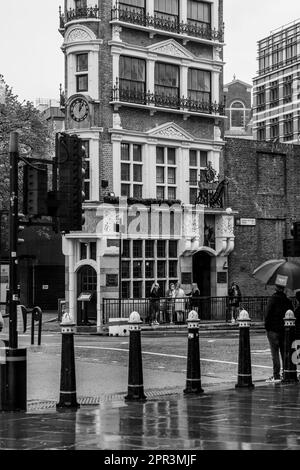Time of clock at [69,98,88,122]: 1:01
